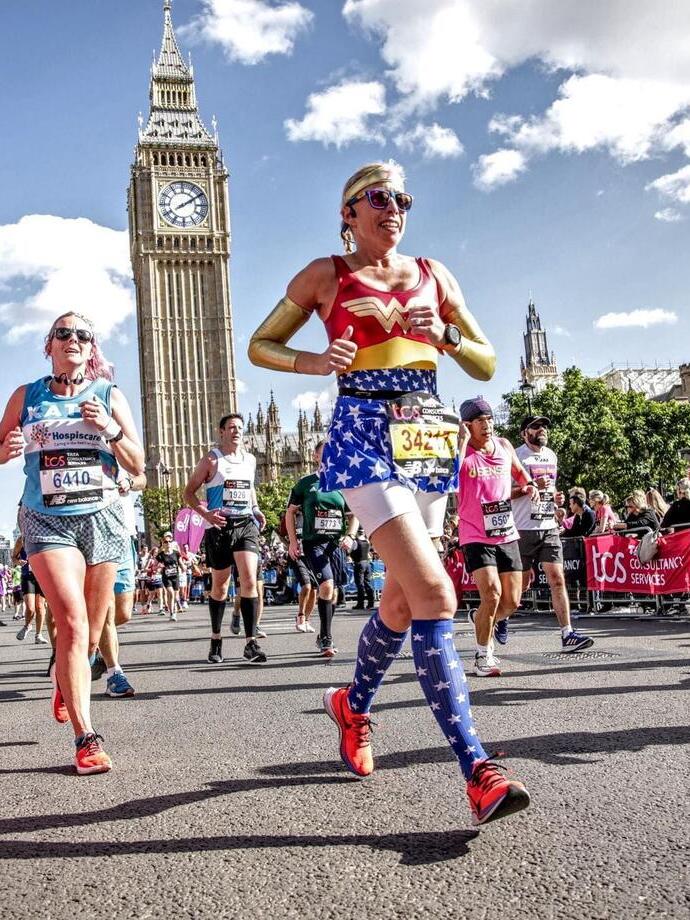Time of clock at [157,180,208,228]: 2:09
